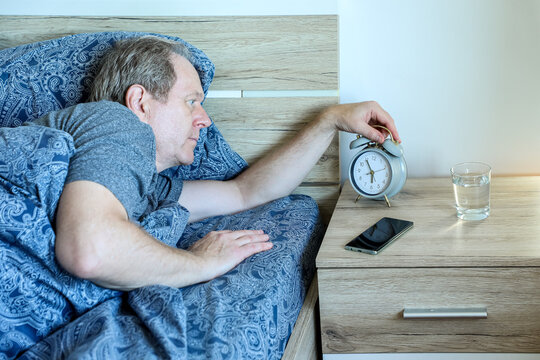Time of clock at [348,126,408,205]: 5:55
